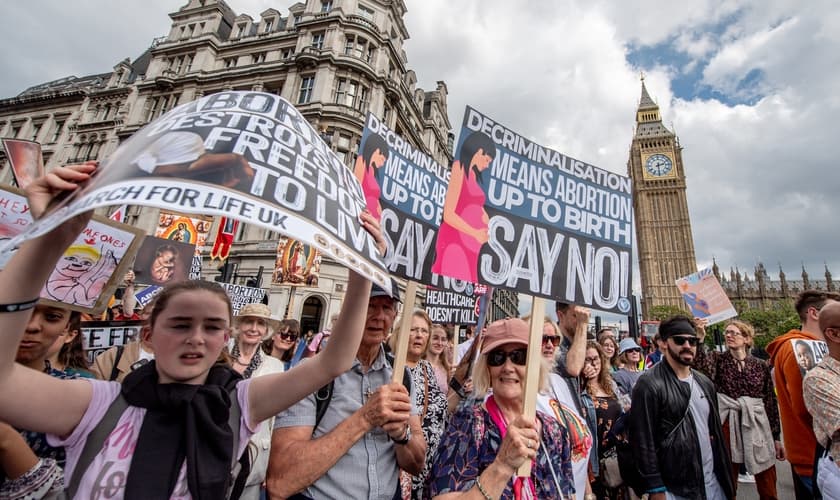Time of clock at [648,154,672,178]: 2:29
